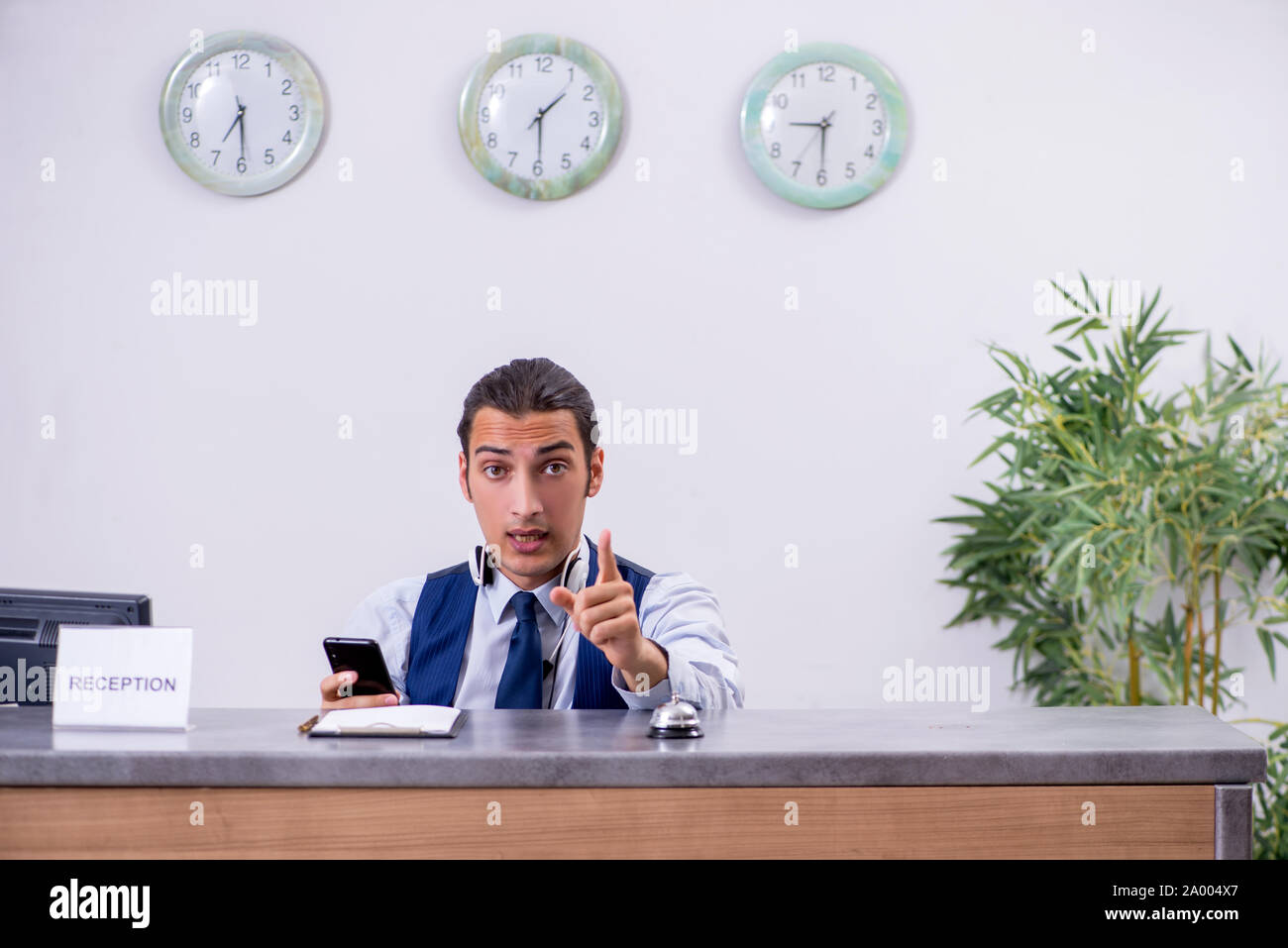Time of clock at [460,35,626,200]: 1:29
